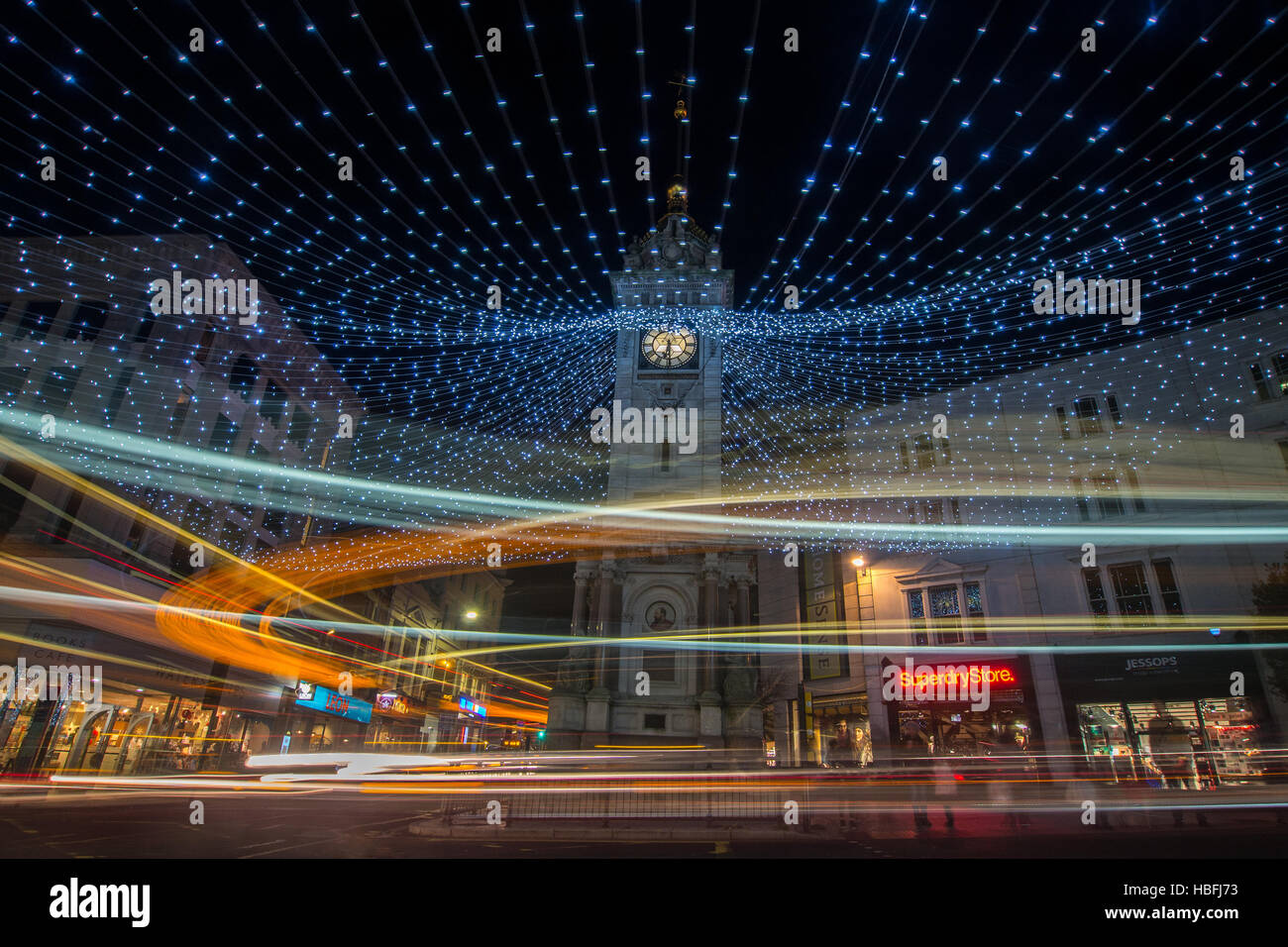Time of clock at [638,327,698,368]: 6:29
